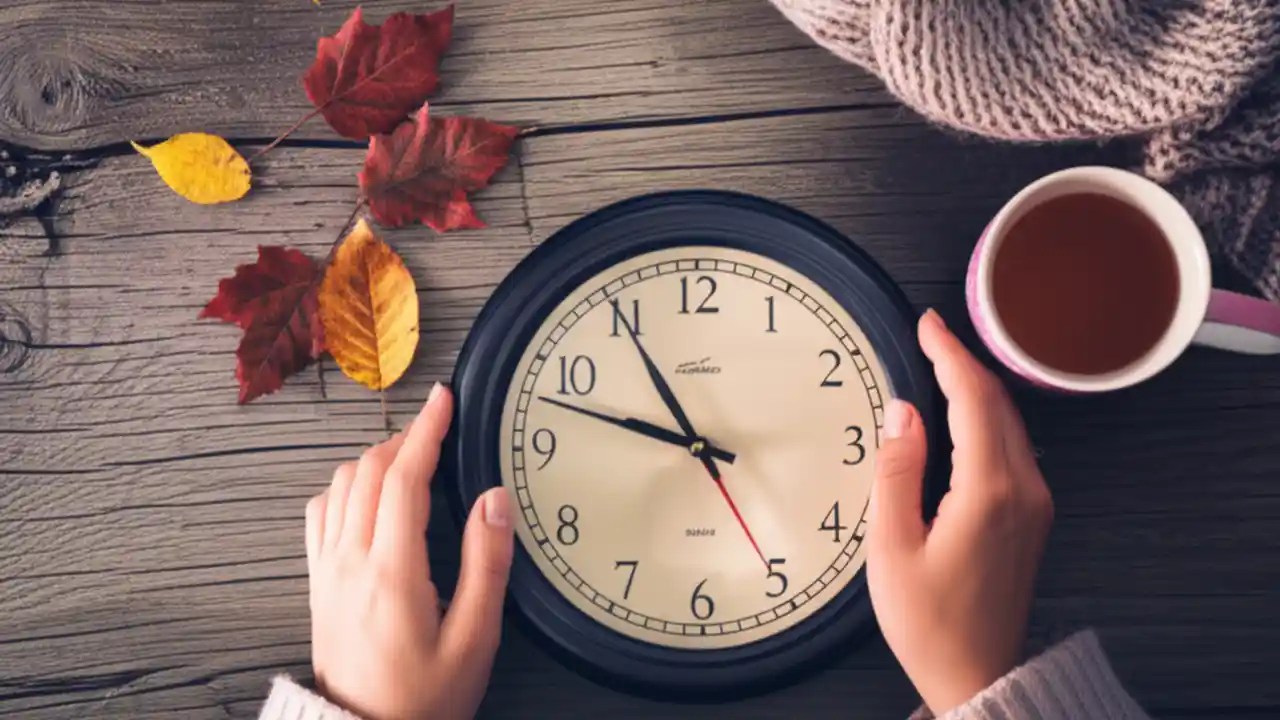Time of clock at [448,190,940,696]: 10:47
